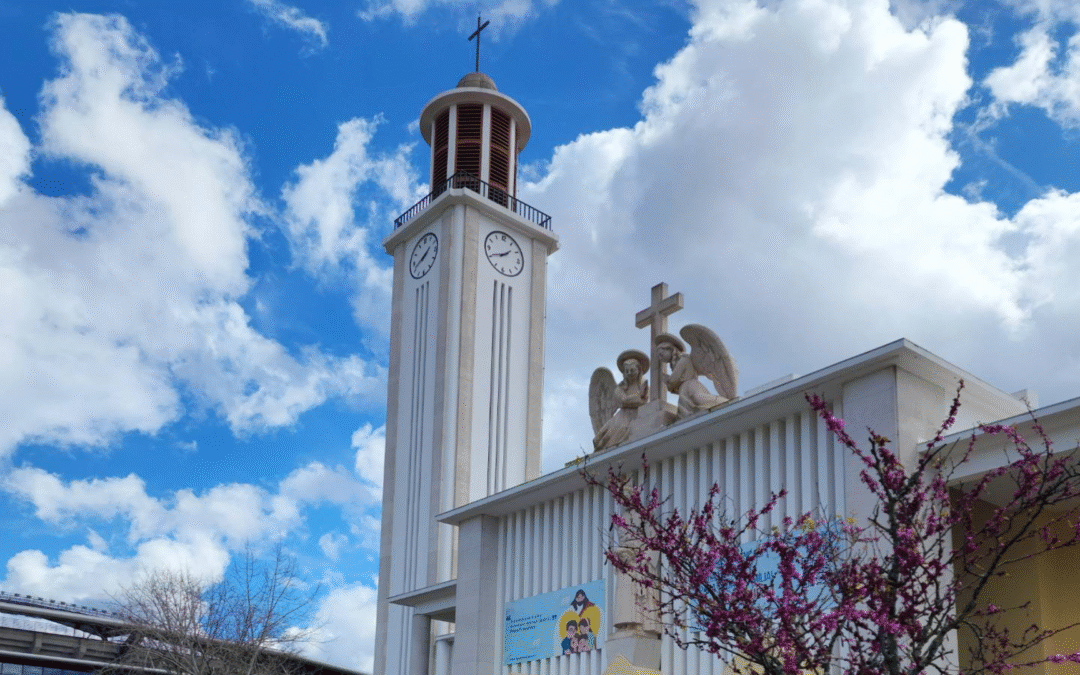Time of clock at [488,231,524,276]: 1:40
